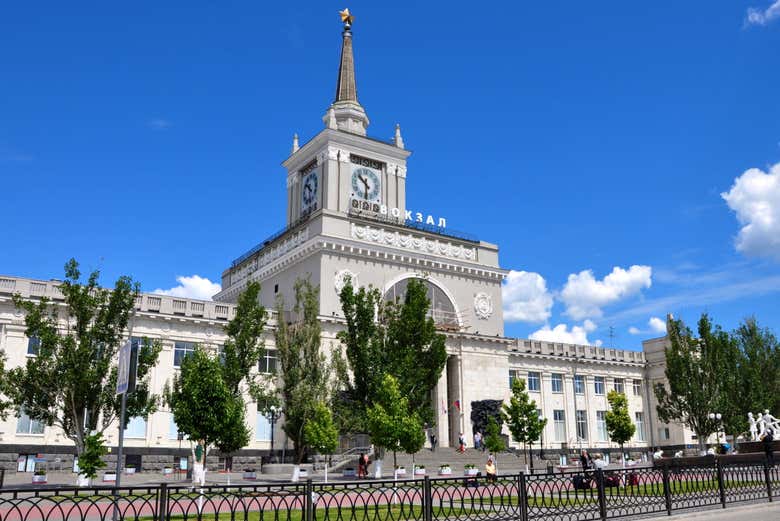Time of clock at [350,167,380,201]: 10:30
